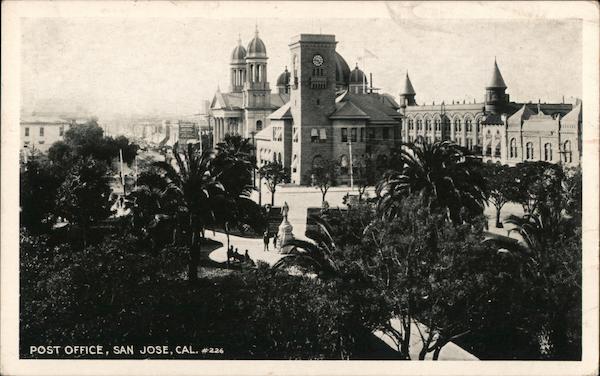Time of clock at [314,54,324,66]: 4:46
